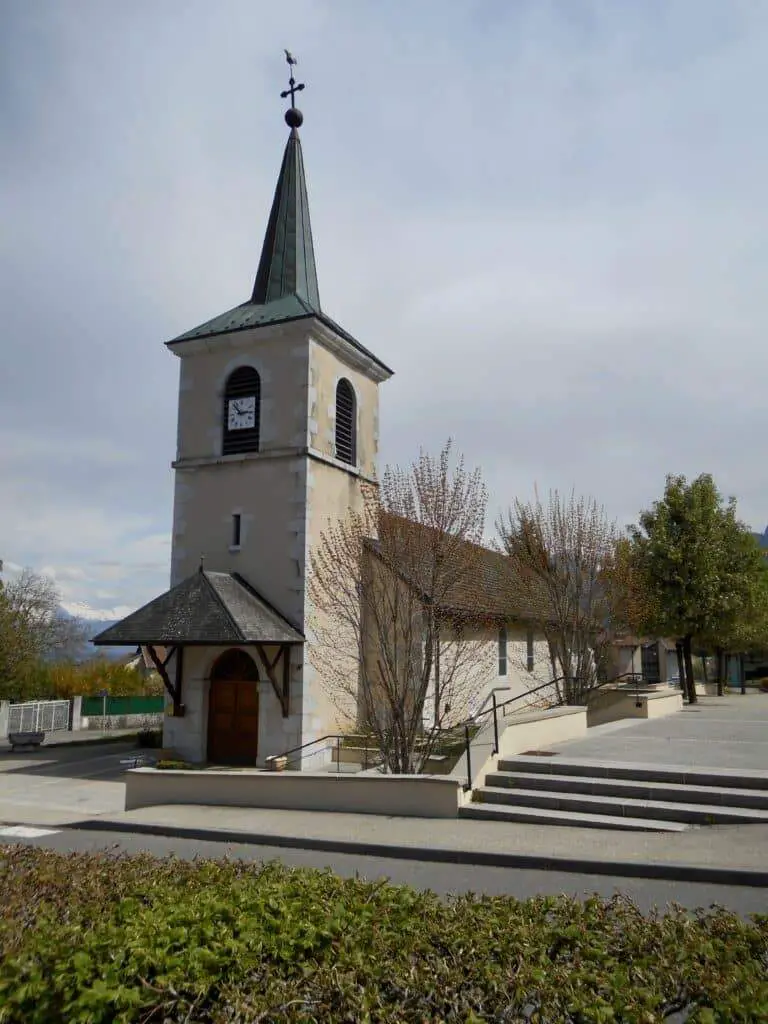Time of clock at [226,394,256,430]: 2:52
